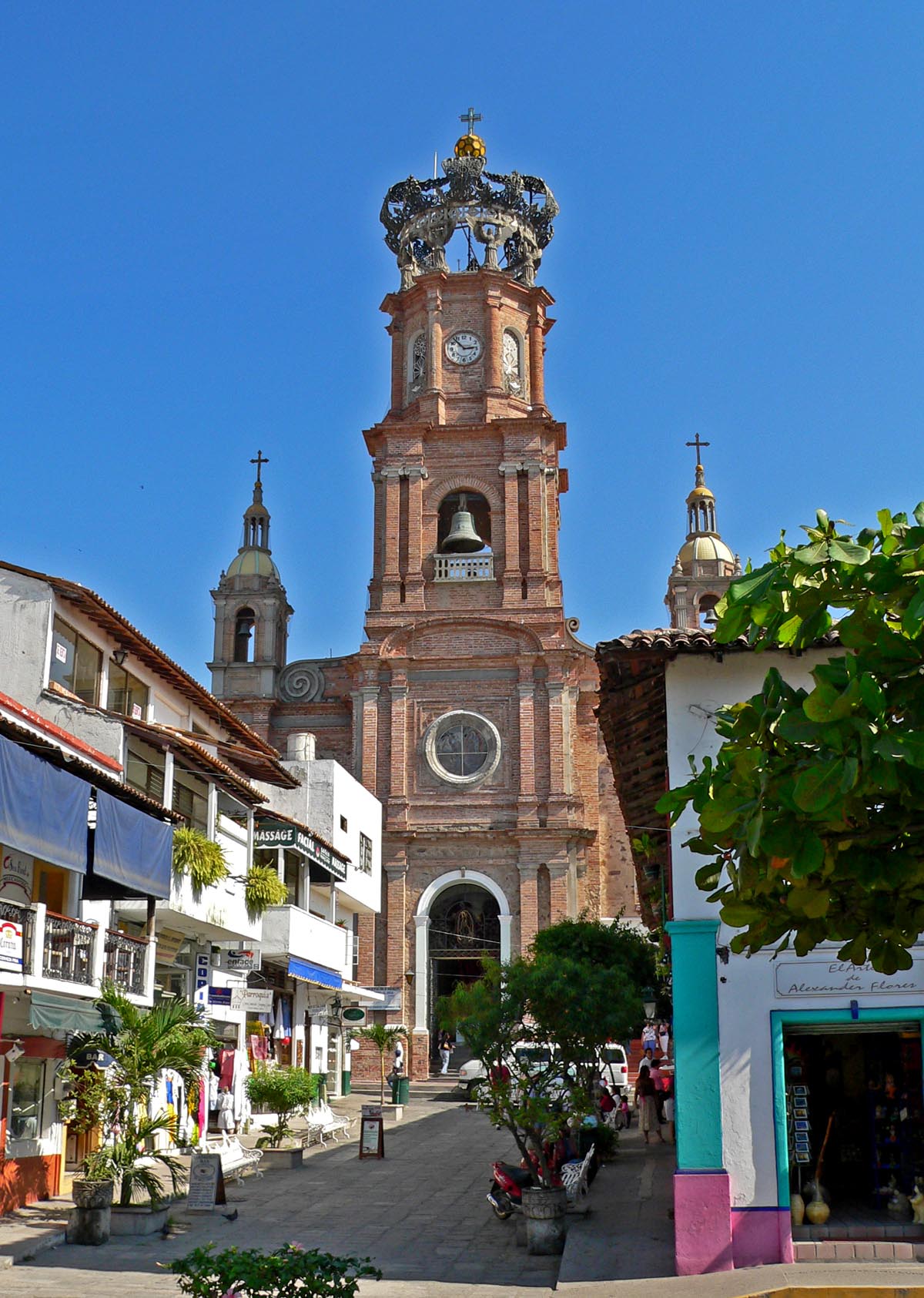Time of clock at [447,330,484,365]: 2:53
